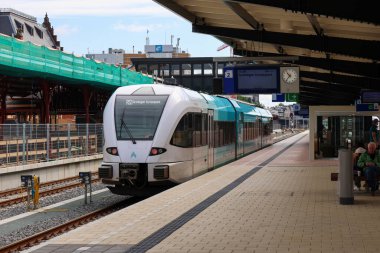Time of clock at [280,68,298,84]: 10:36
